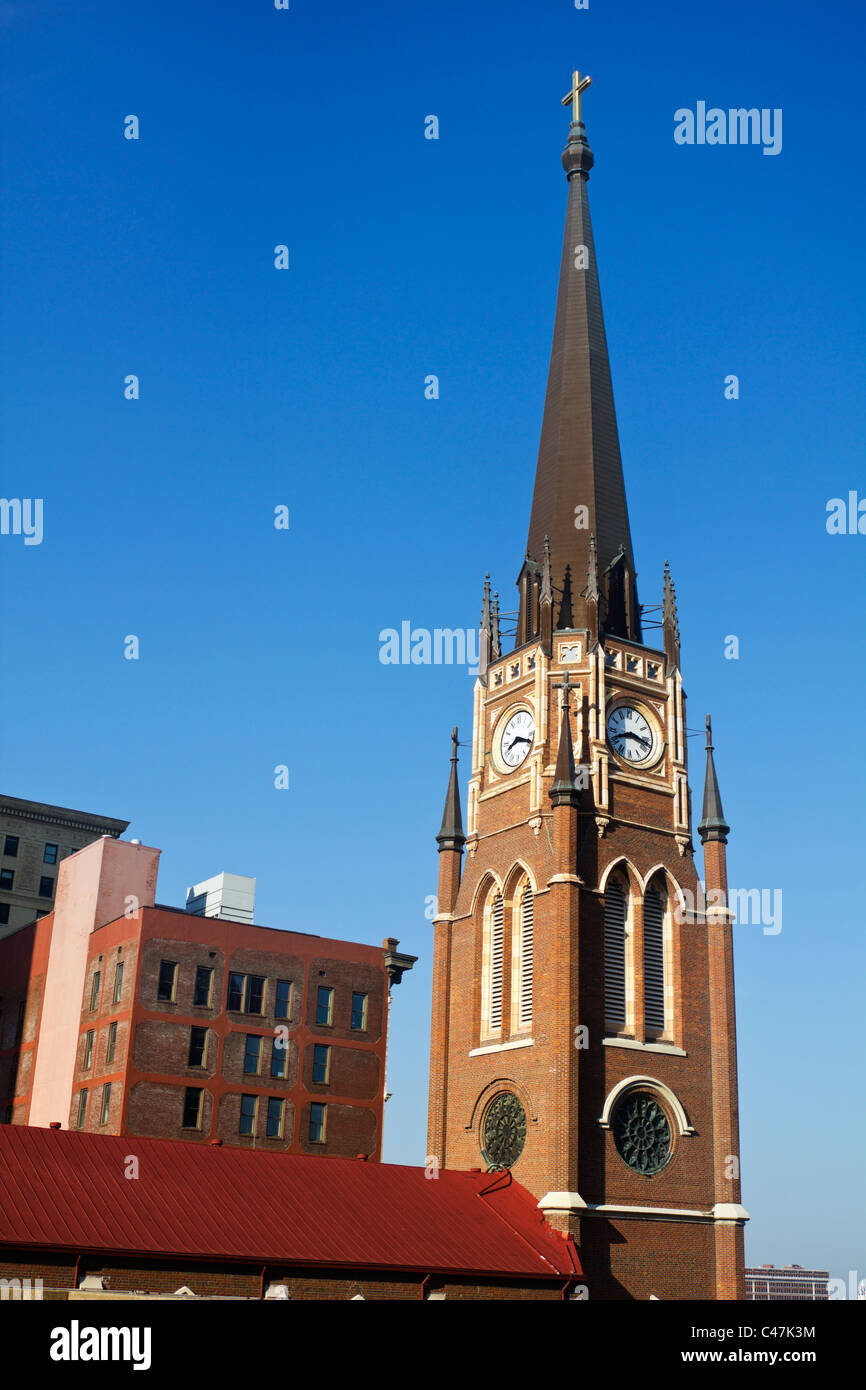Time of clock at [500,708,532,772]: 8:18
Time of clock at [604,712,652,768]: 8:17
